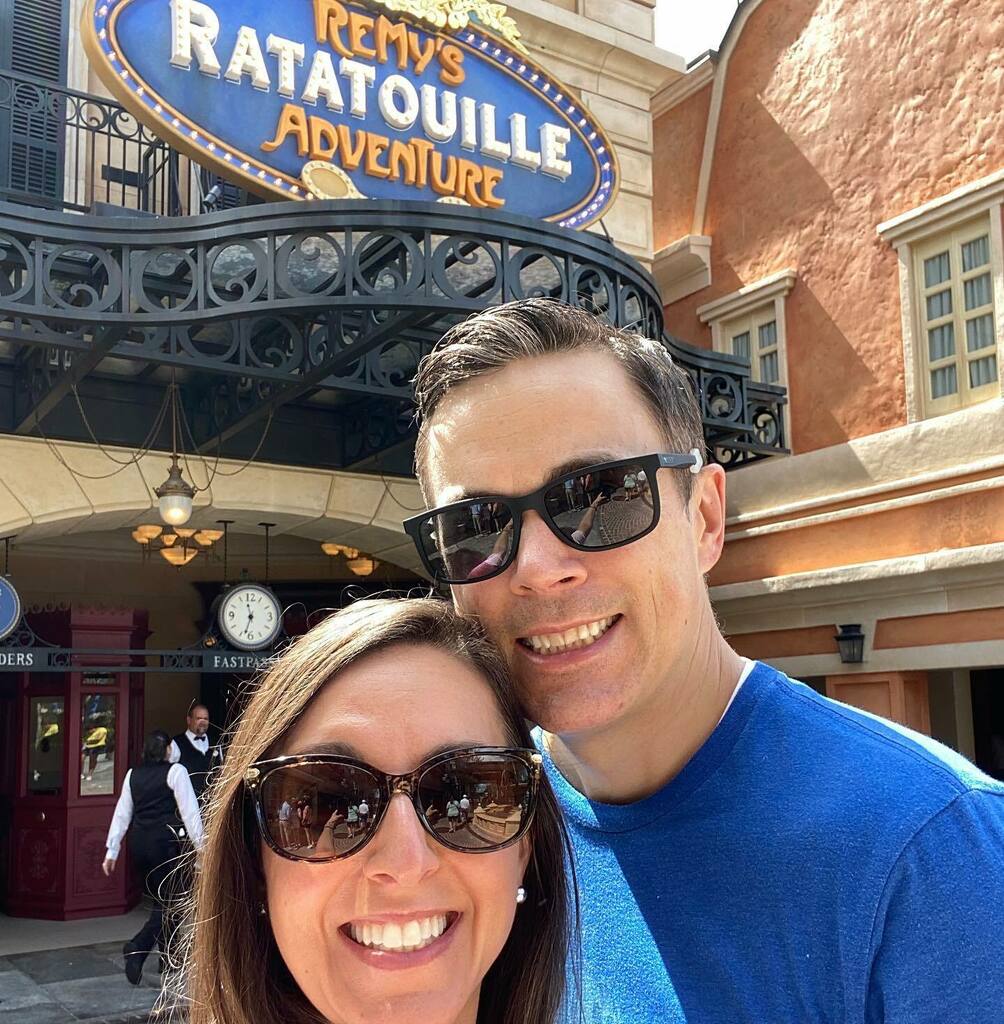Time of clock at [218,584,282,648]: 11:32
